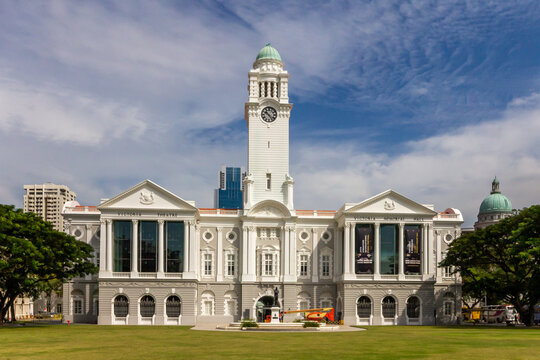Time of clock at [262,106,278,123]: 10:23
